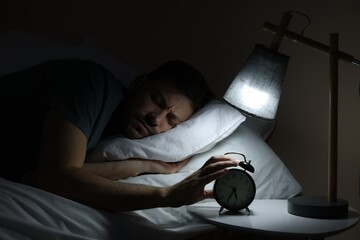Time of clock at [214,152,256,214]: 5:35
